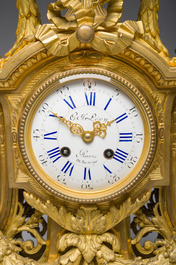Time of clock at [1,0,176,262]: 1:50
